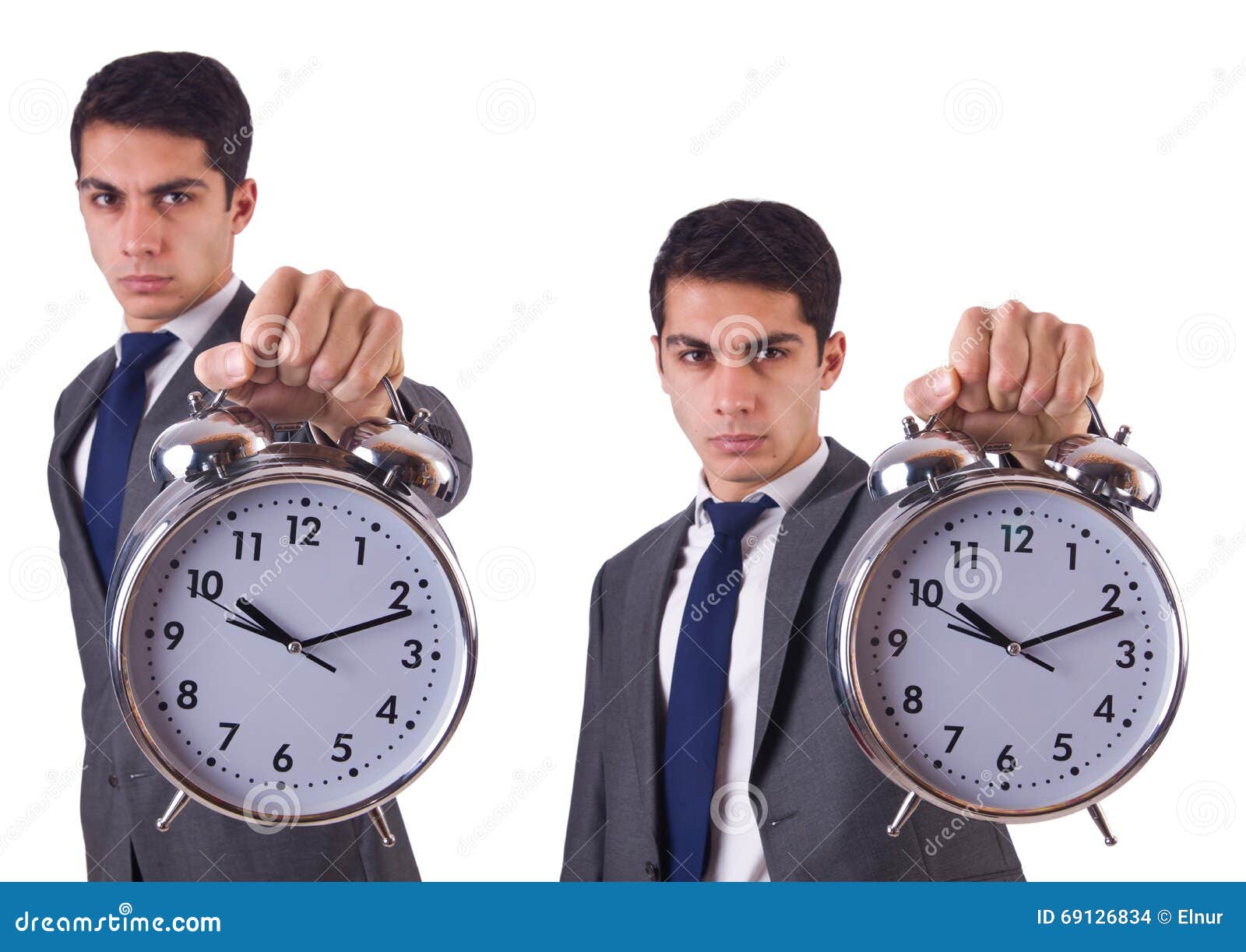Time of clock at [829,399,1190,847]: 10:11
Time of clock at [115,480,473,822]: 10:11
